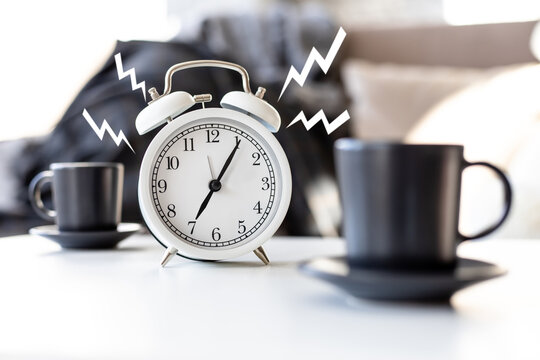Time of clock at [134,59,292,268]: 7:05
